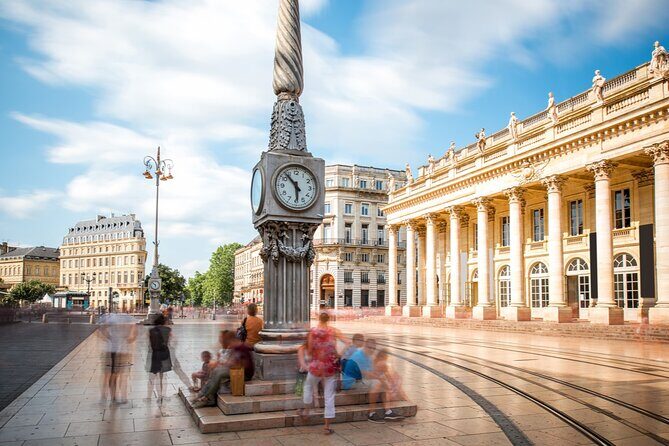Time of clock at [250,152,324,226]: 5:53
